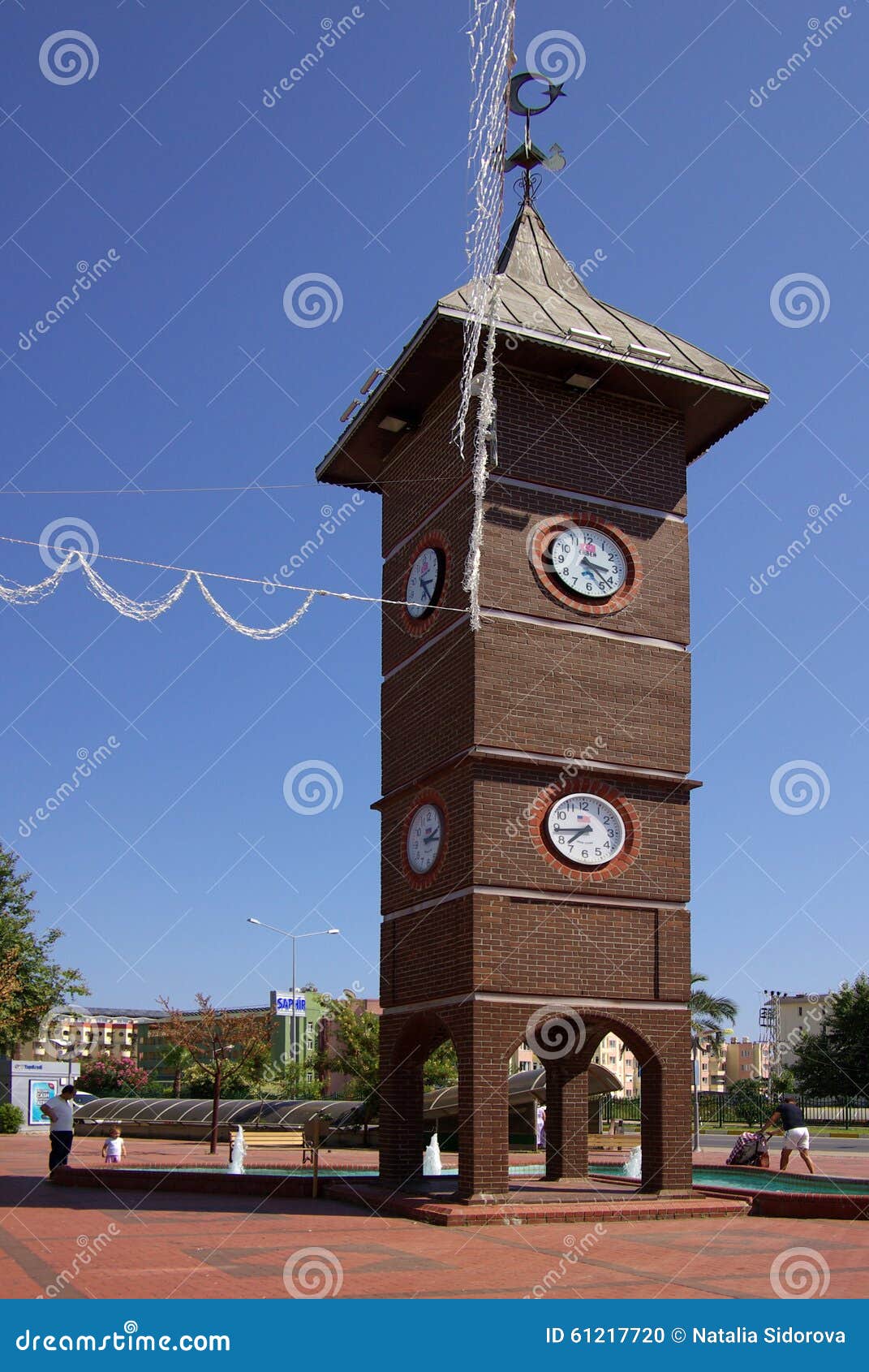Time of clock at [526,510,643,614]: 3:22
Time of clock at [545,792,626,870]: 7:44
